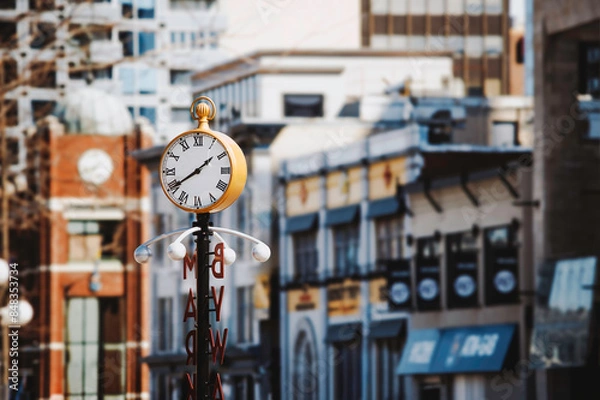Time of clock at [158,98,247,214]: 1:39
